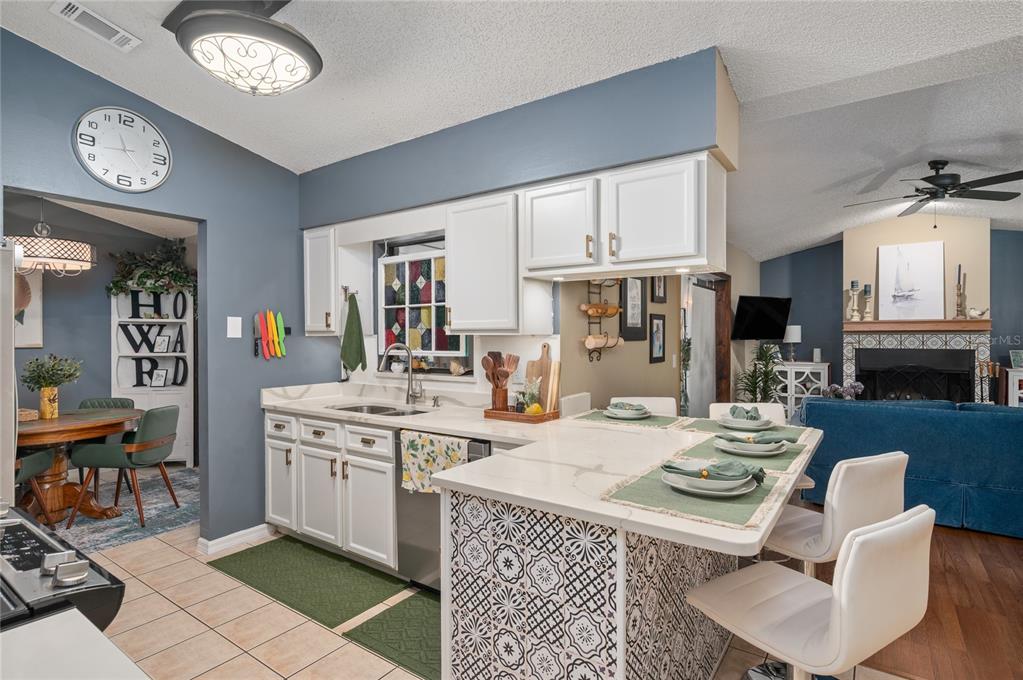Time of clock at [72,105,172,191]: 11:23
